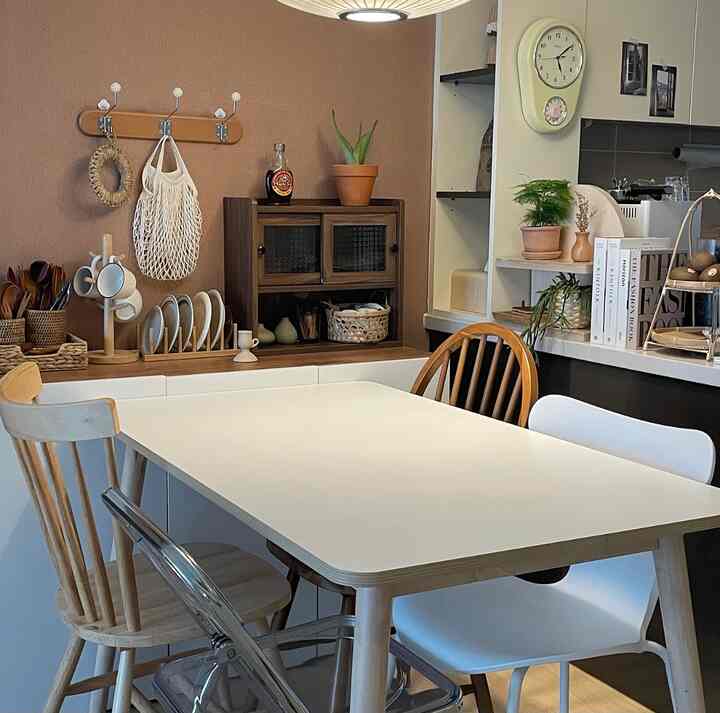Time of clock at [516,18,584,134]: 5:09
